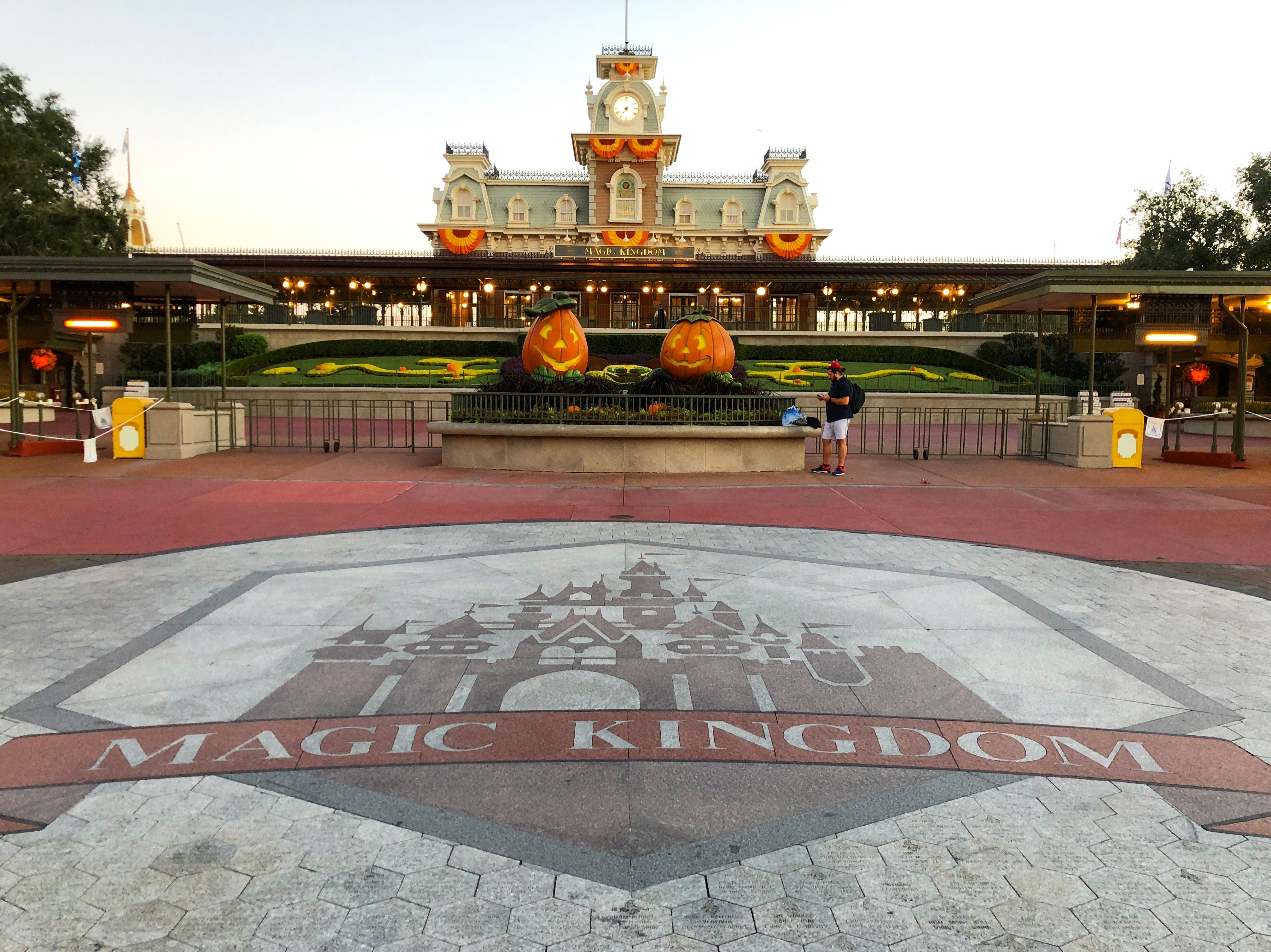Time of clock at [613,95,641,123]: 7:09
